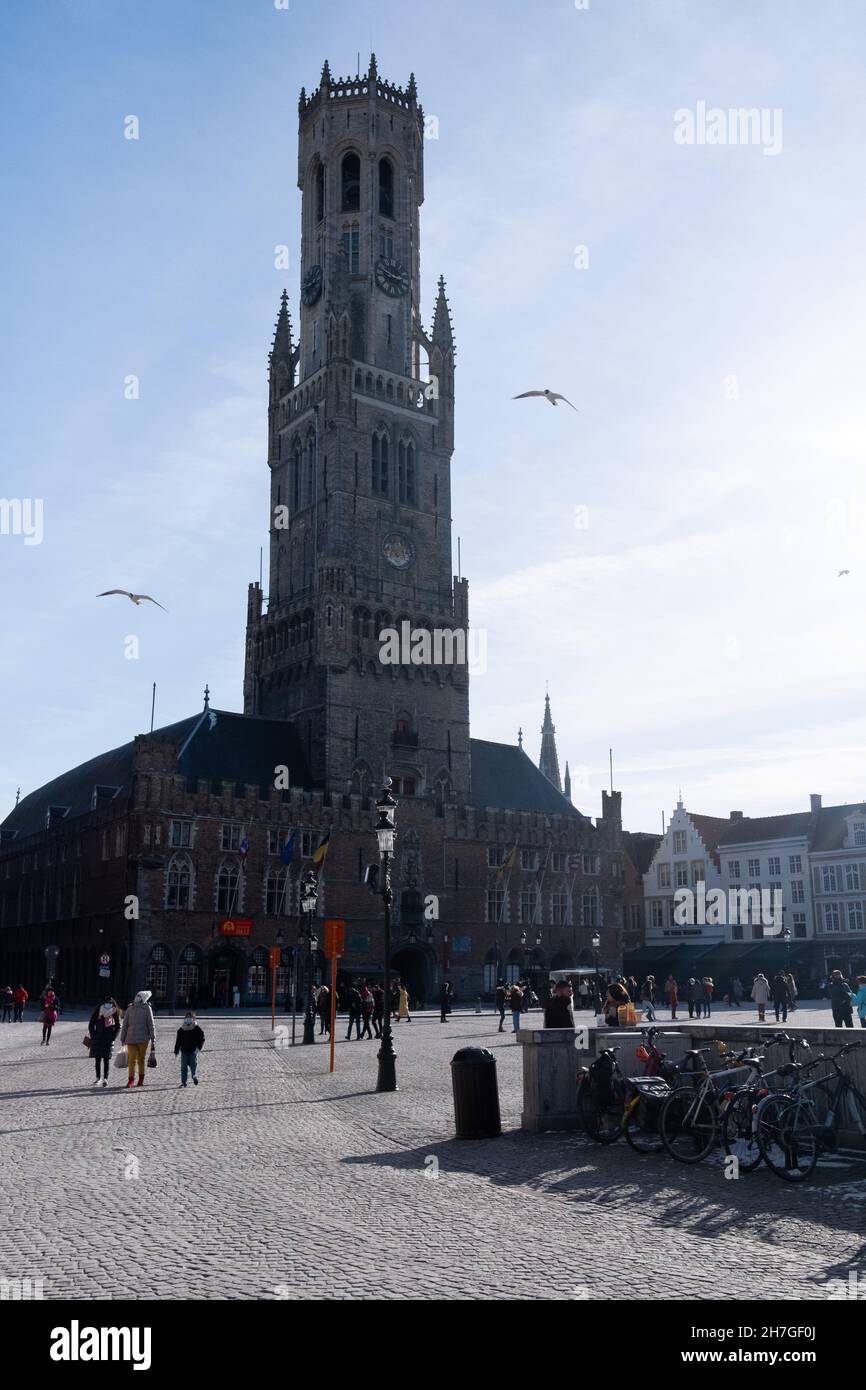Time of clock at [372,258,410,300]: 2:48
